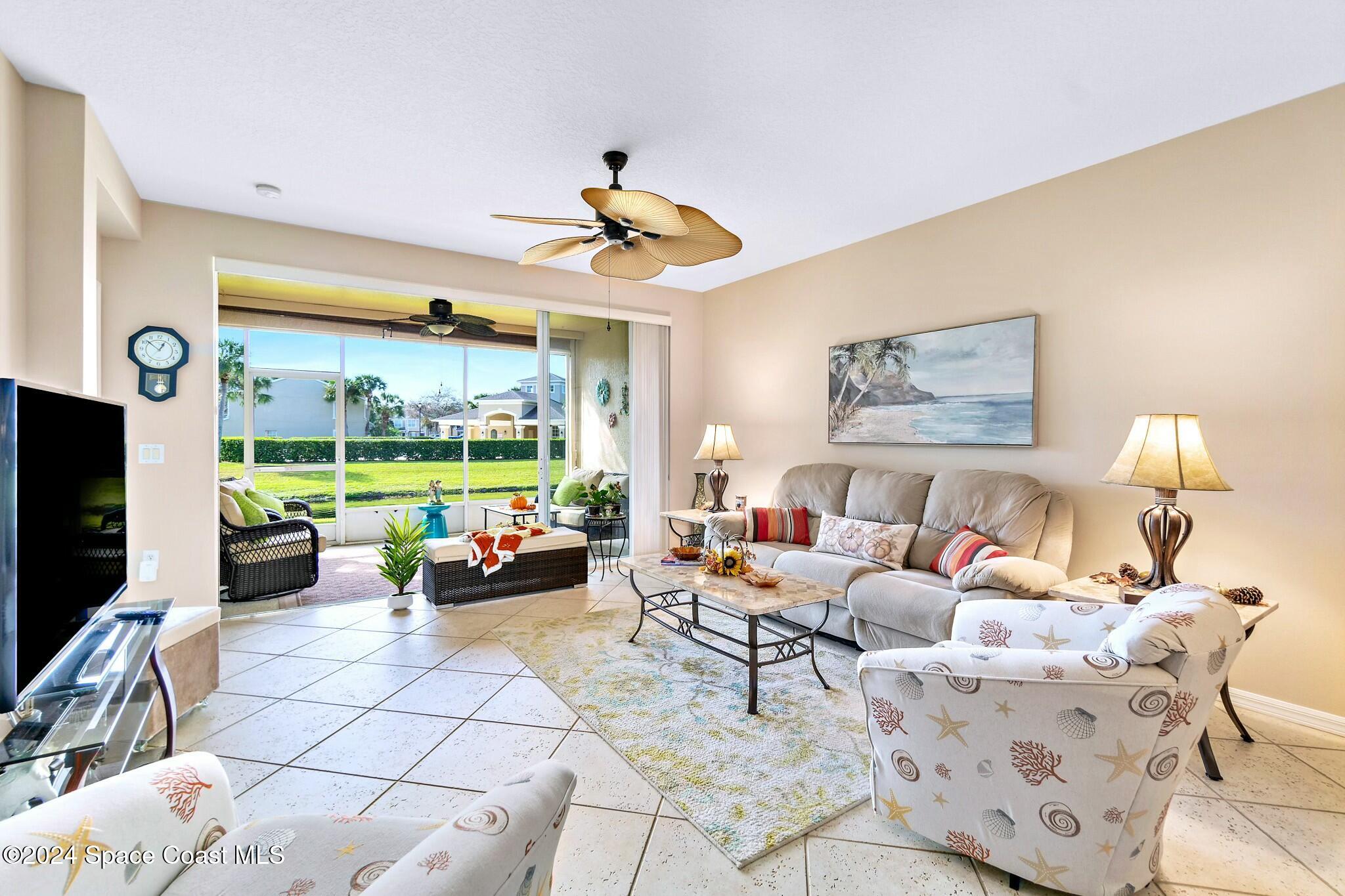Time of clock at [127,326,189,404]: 12:52
